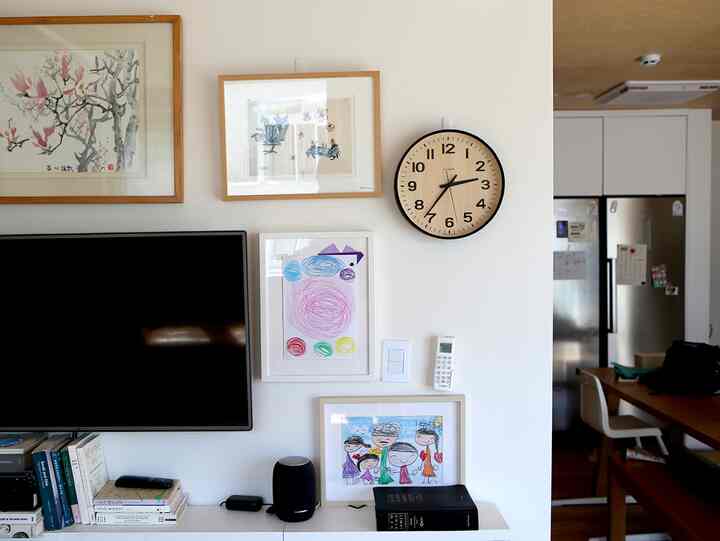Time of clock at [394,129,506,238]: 2:36
